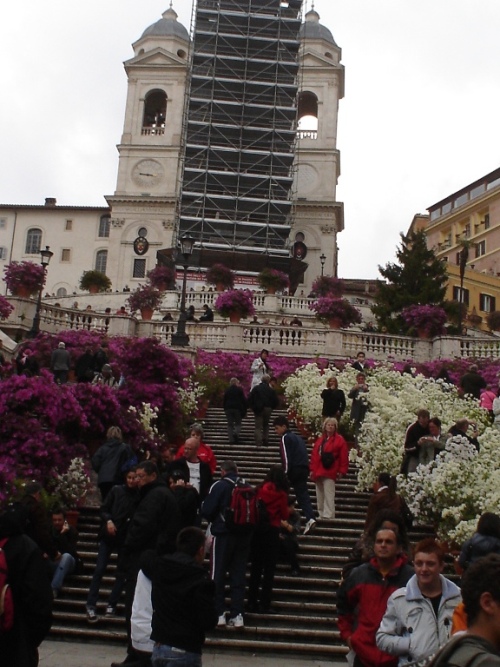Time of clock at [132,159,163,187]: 9:17
